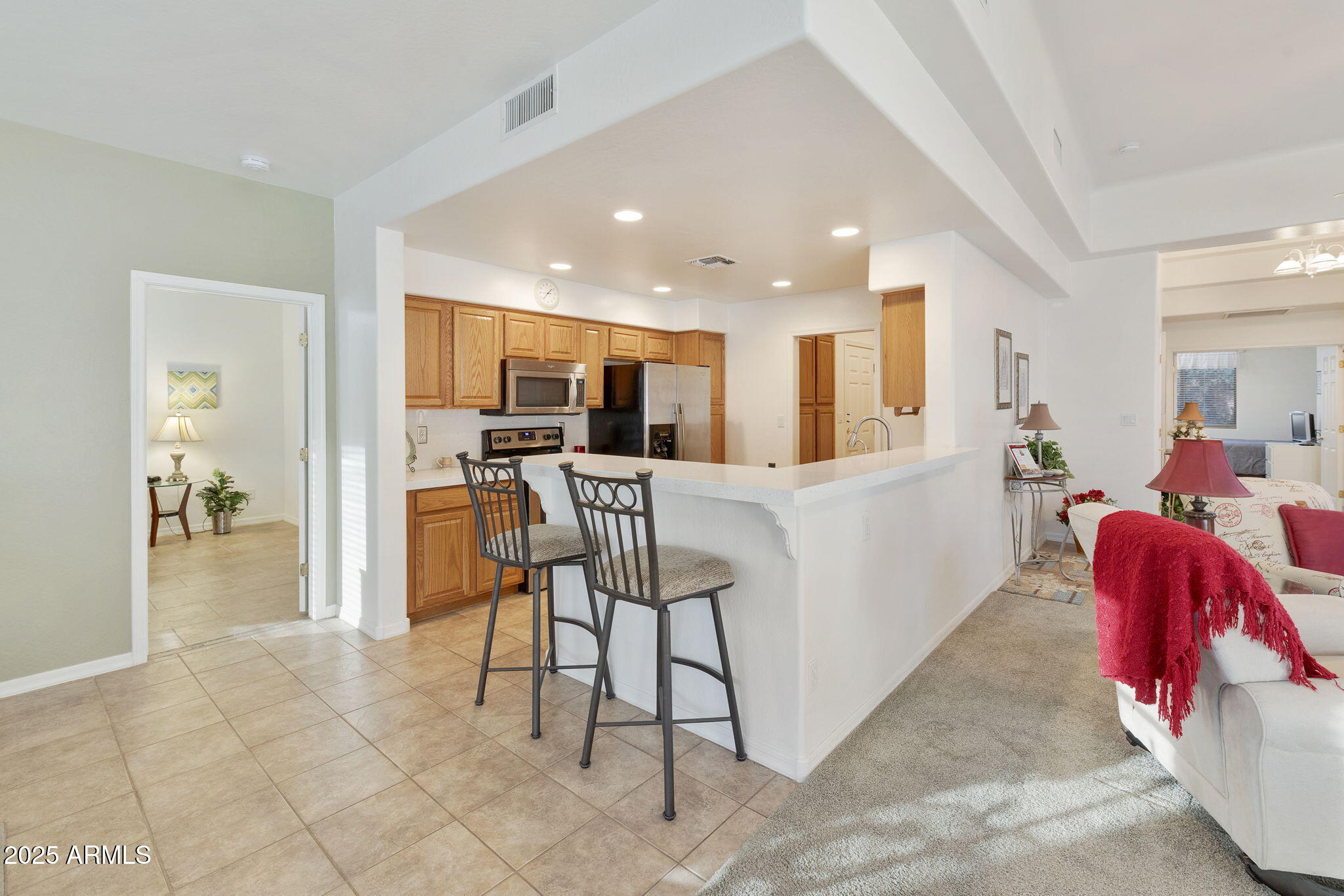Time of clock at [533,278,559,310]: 1:37
